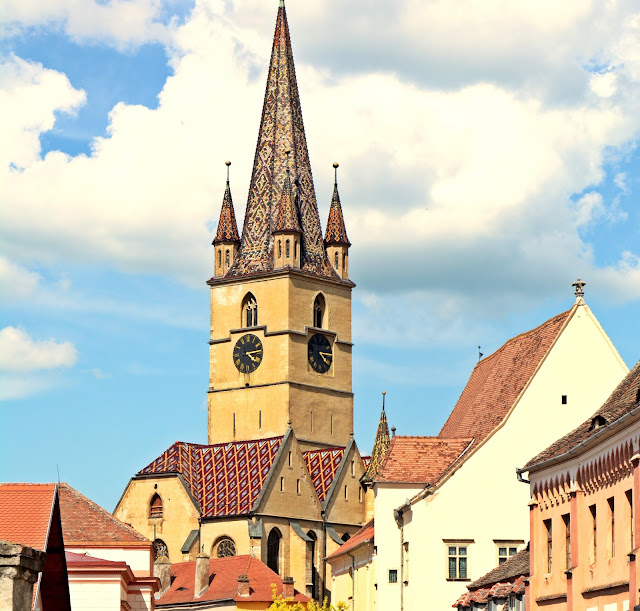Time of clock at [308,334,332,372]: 4:14
